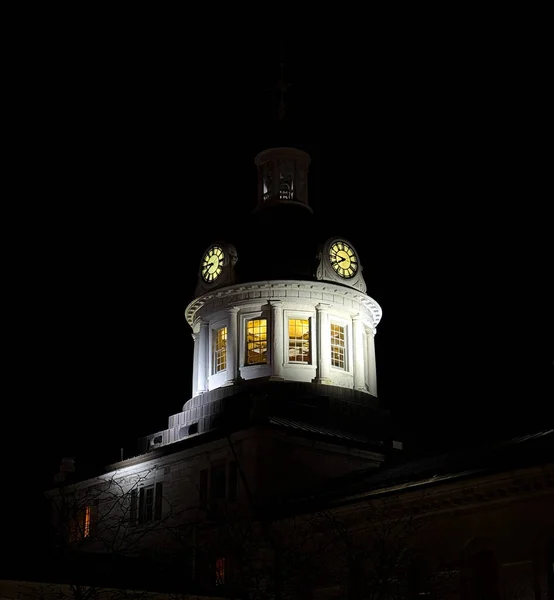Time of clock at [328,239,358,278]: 7:46
